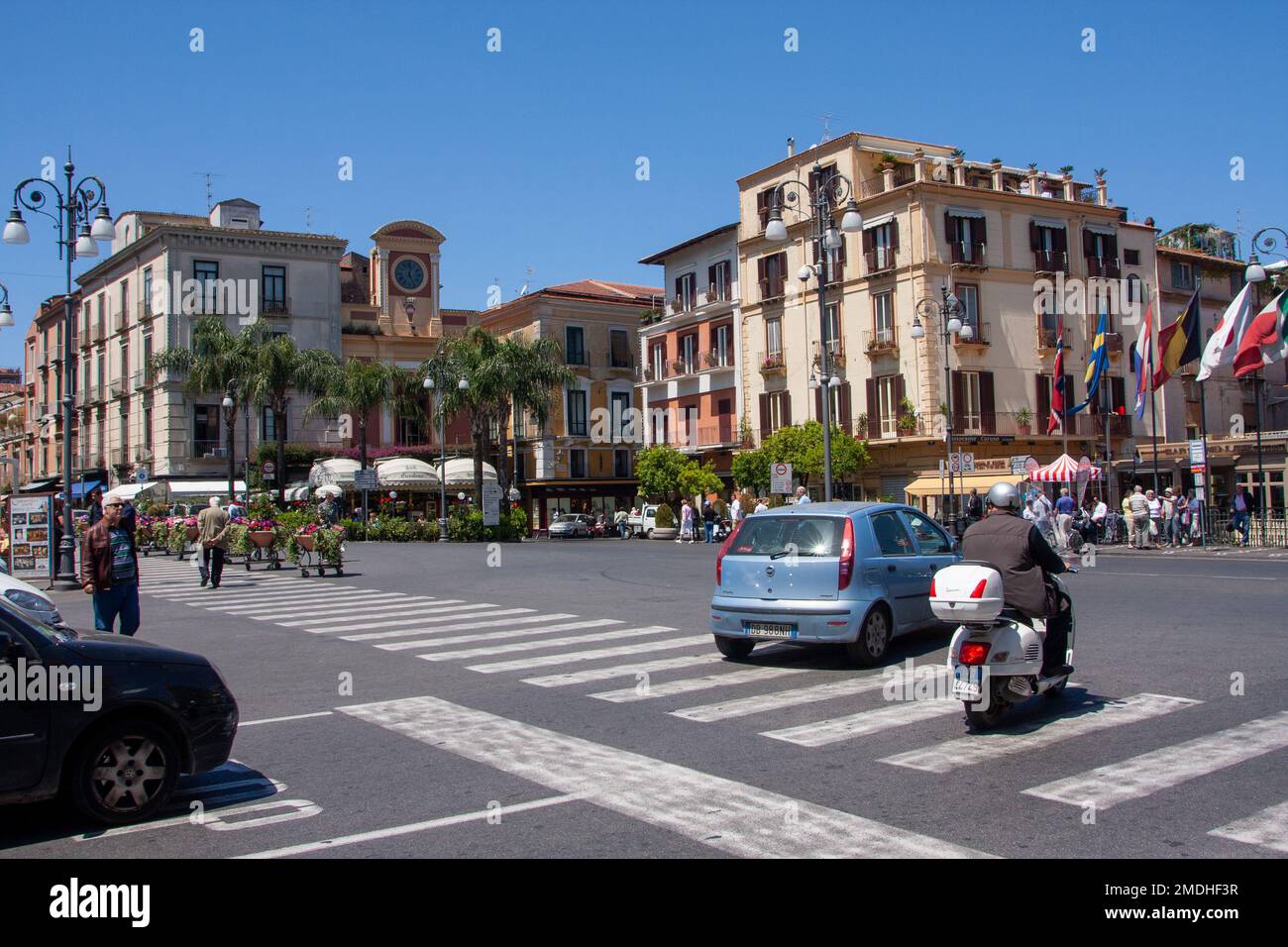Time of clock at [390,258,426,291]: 12:26
